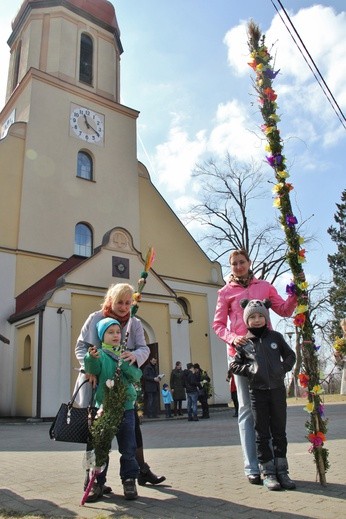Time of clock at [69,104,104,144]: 11:19
